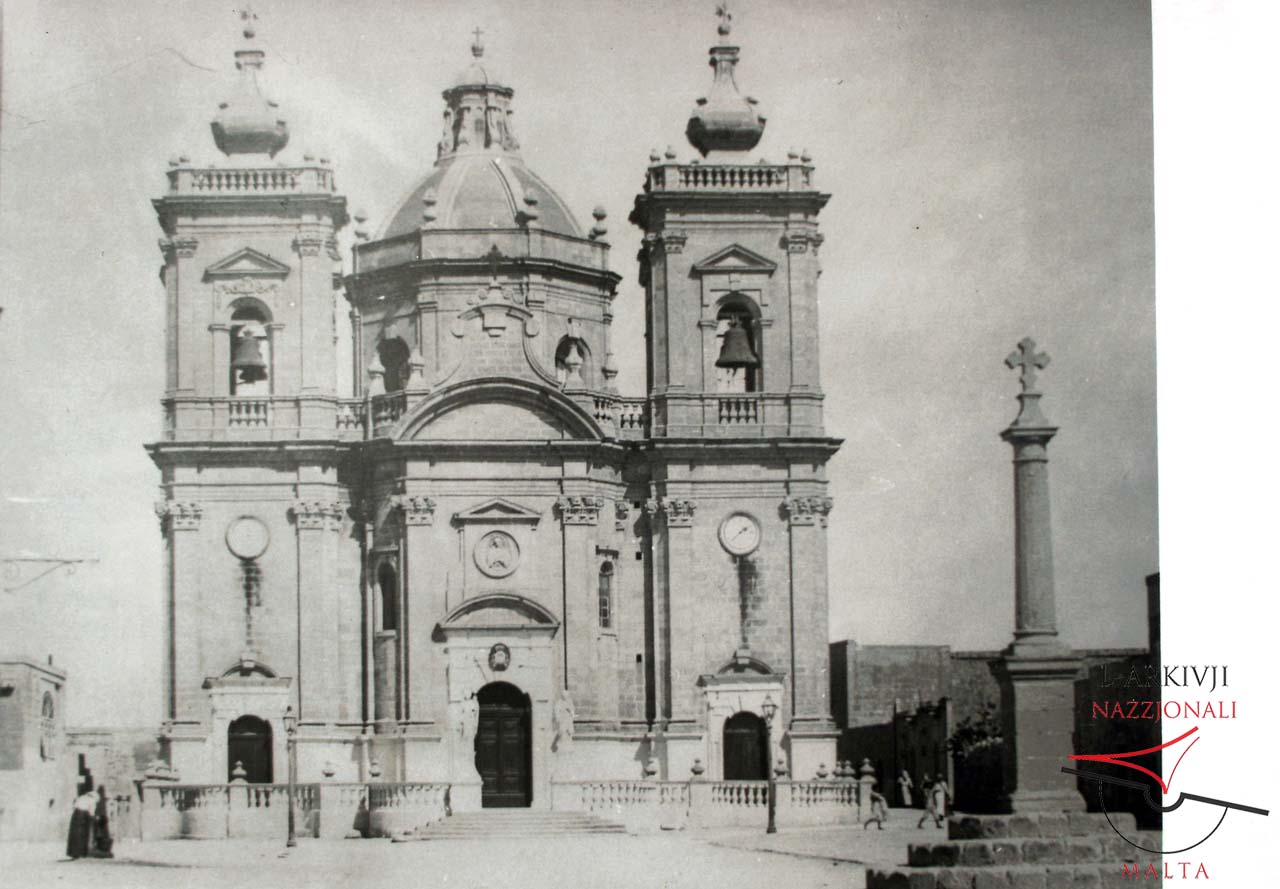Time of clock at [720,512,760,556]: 1:37
